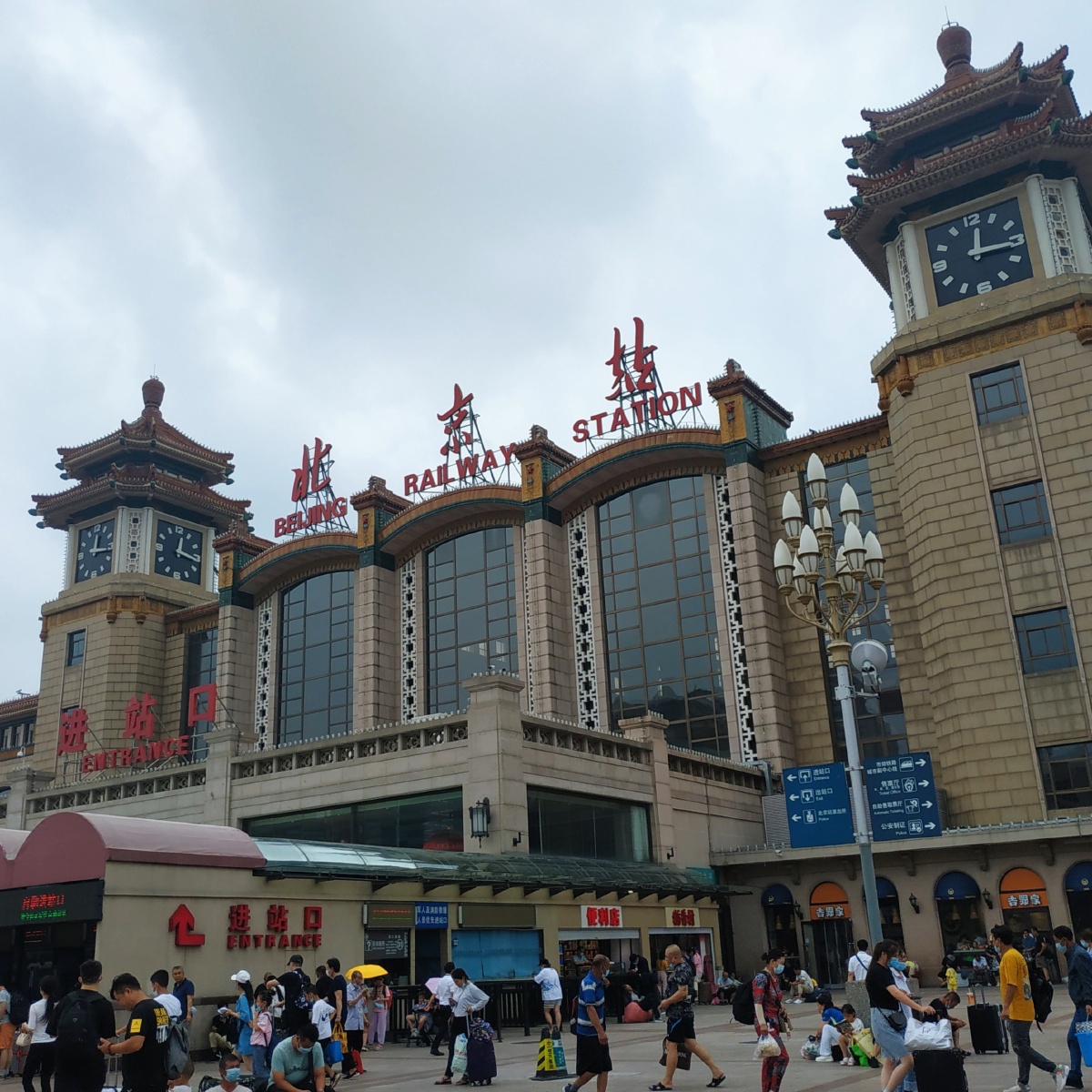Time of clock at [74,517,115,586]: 12:16
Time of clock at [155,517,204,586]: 12:16
